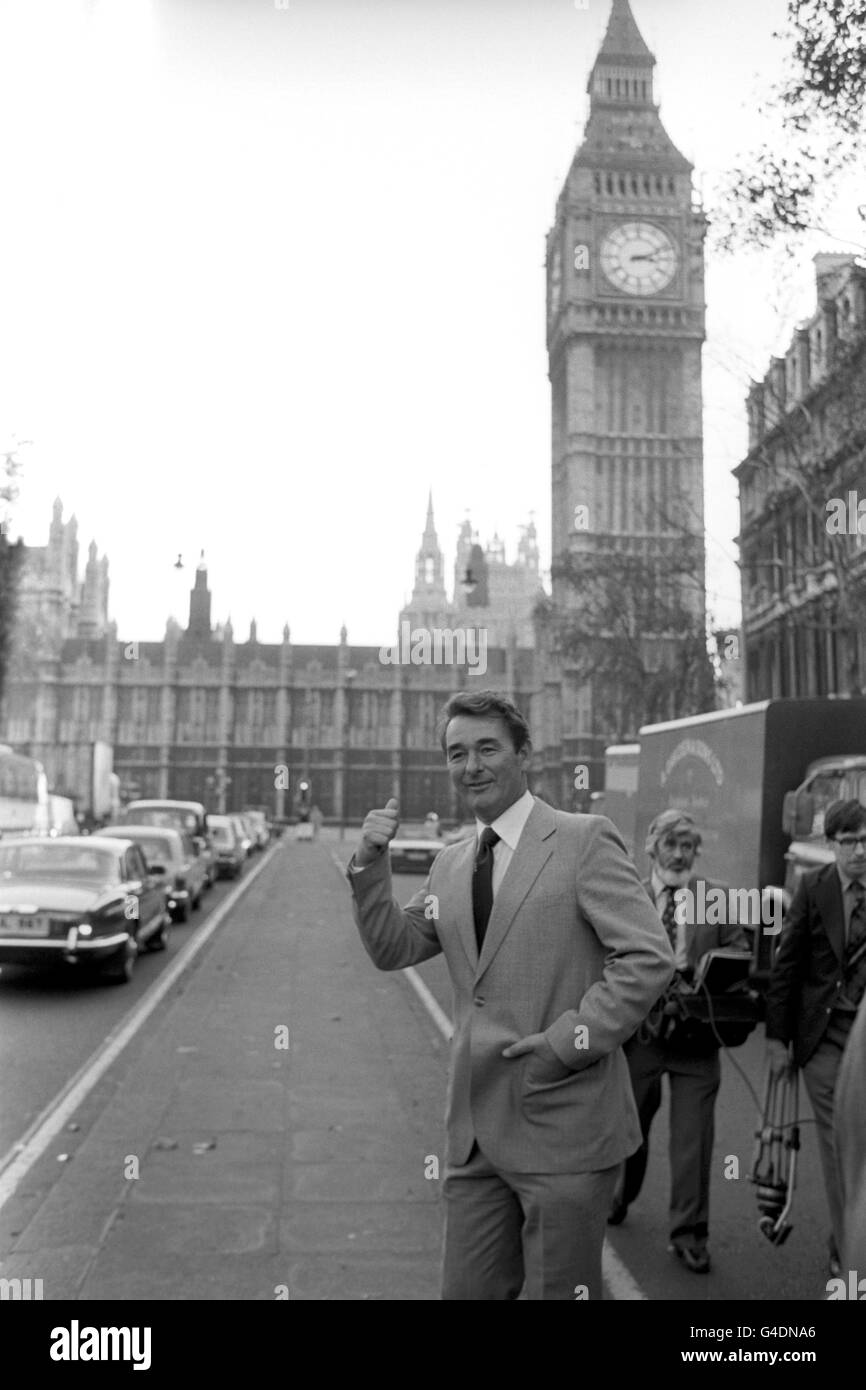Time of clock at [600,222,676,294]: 3:11
